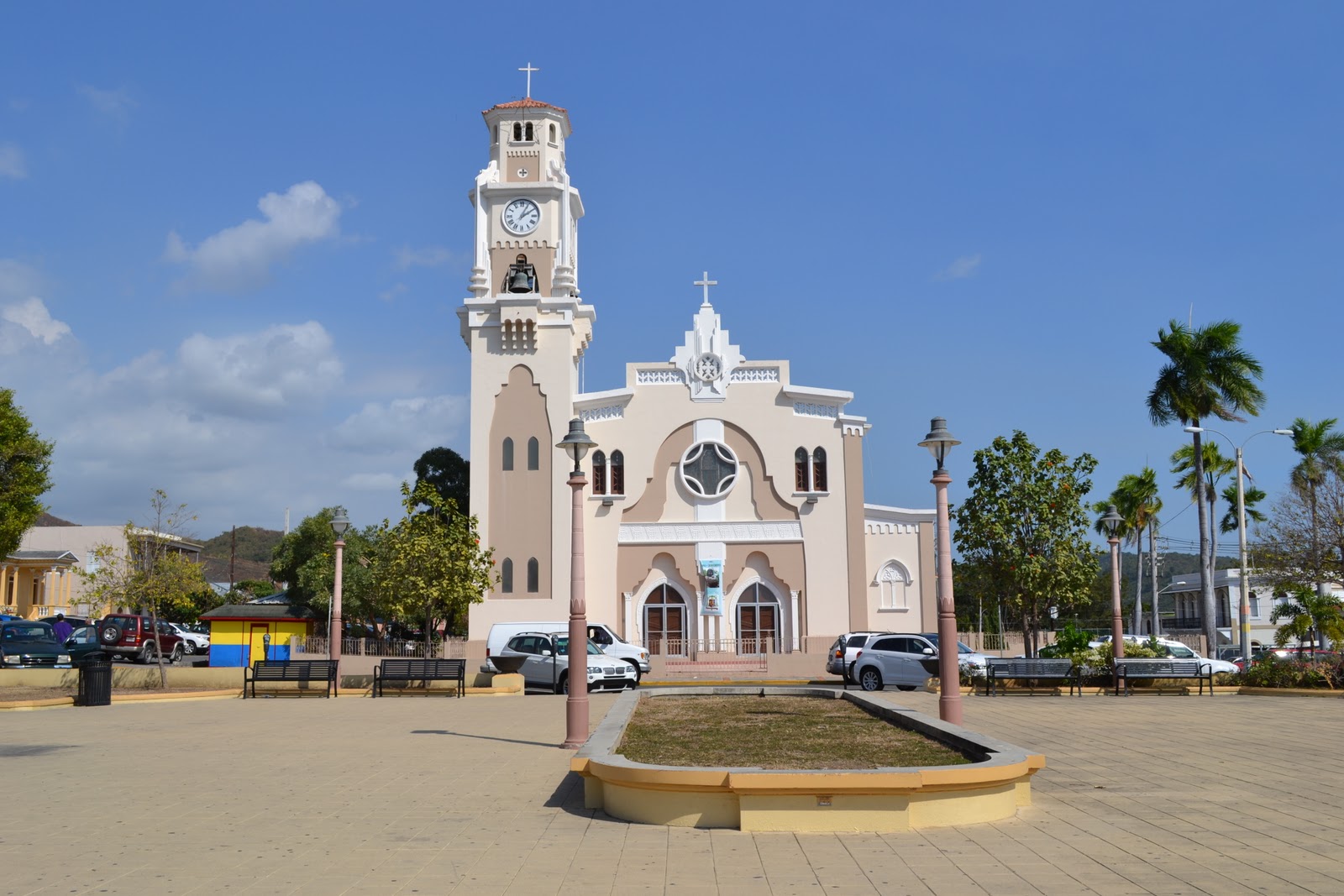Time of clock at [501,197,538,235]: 2:04
